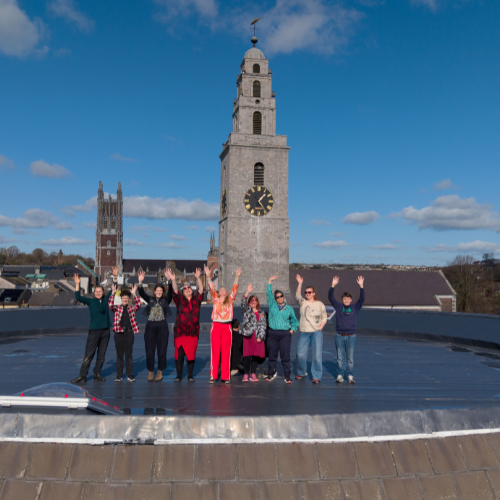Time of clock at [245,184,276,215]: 1:24
